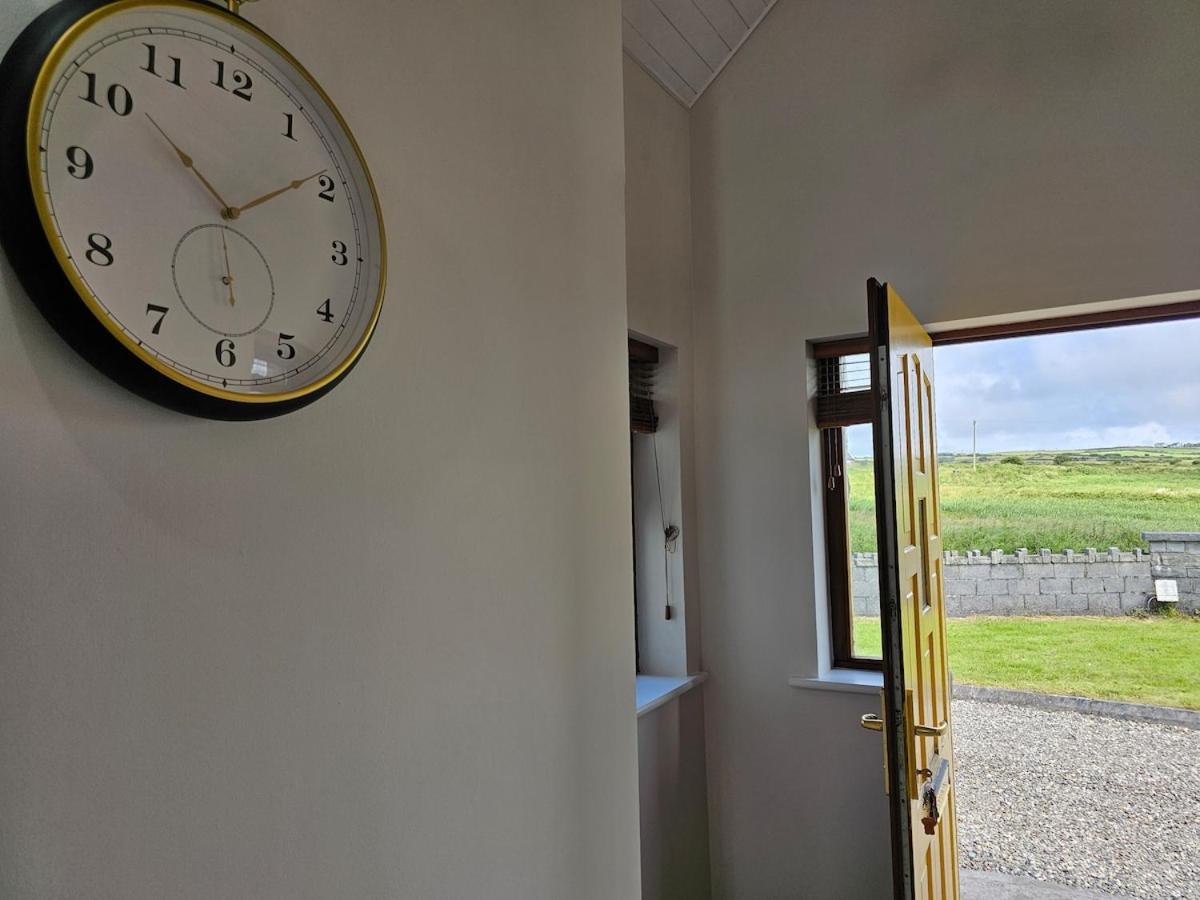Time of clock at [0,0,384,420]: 10:09
